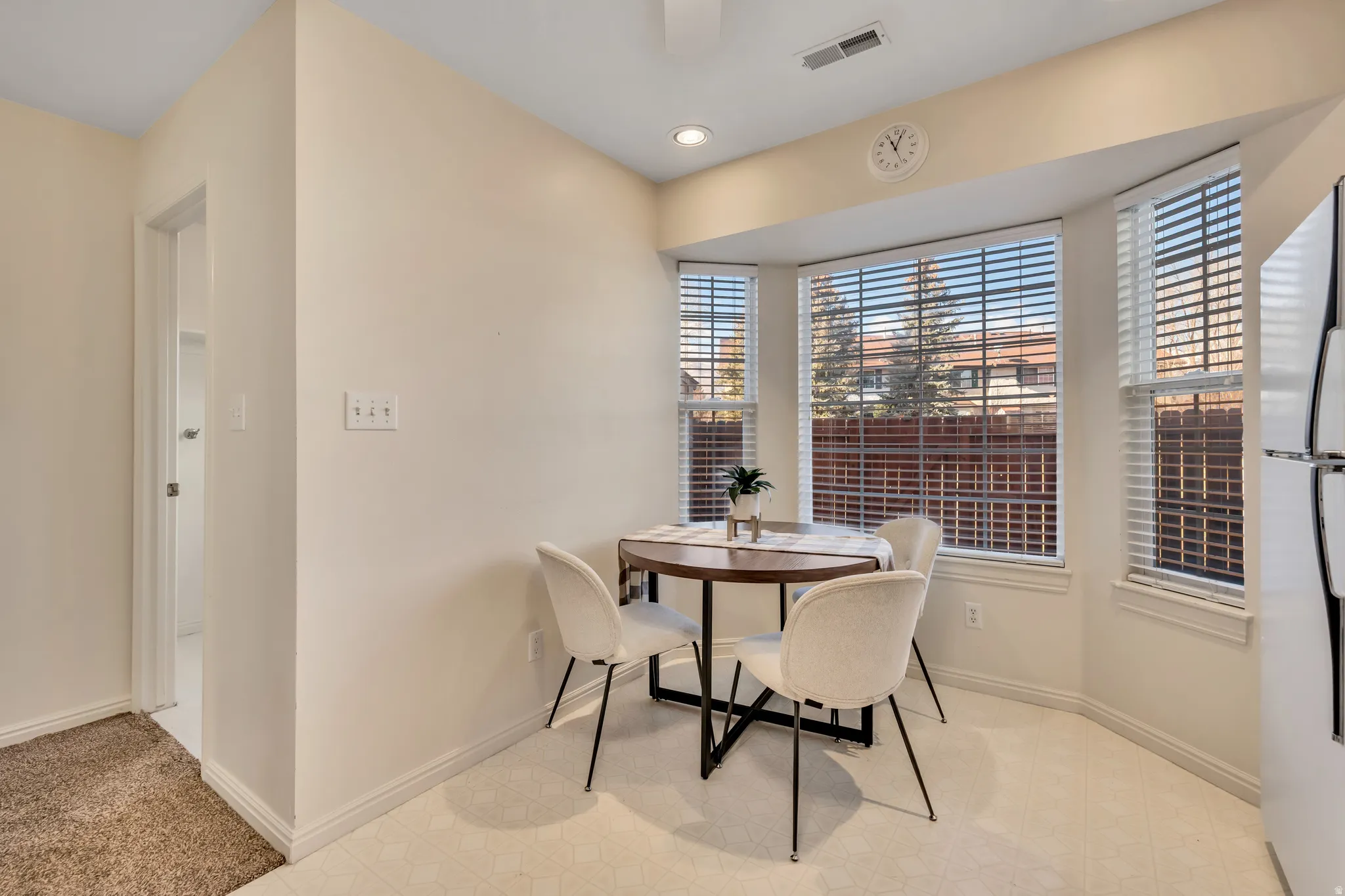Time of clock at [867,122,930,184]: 11:03
